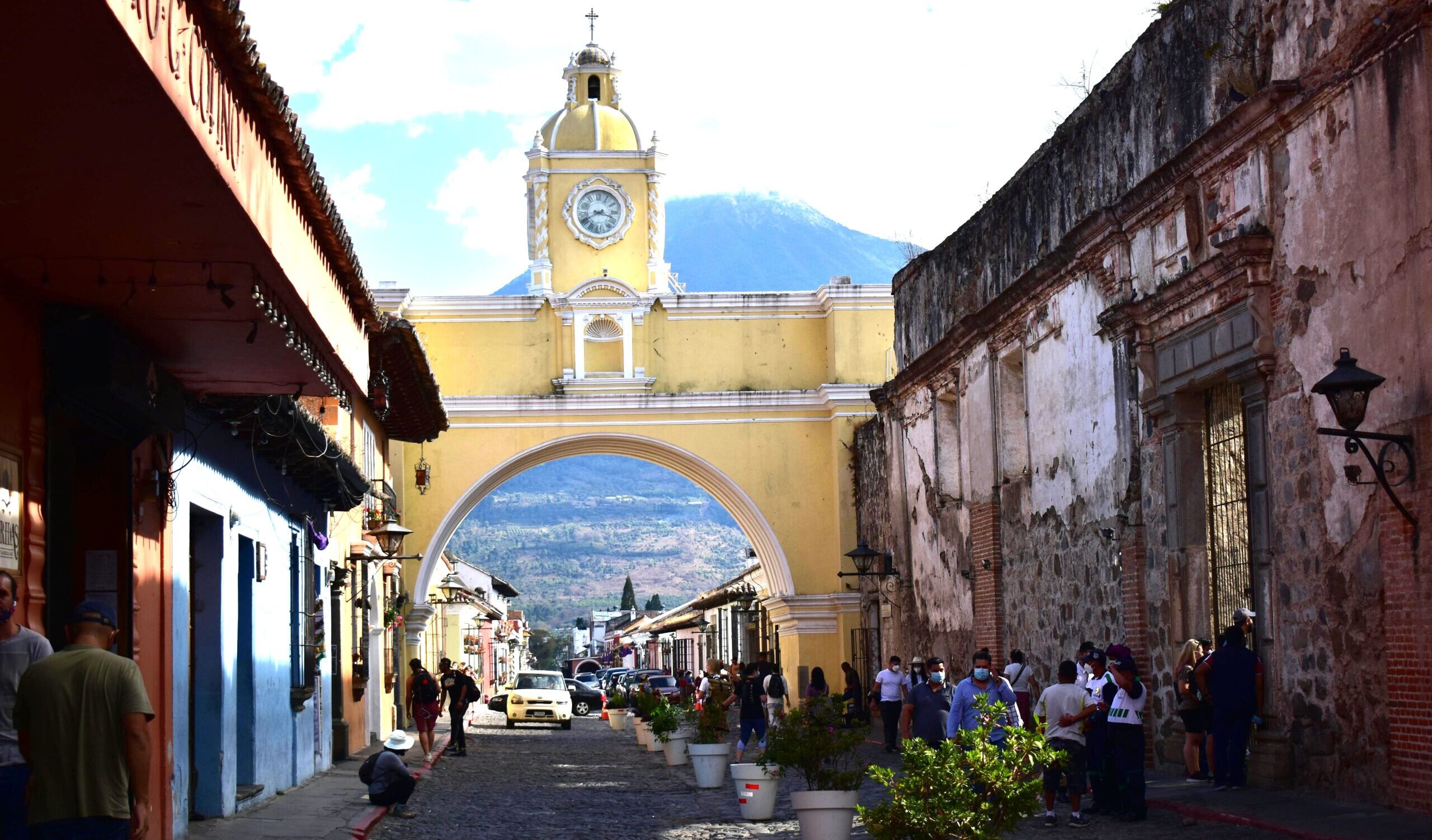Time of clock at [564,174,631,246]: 3:40
